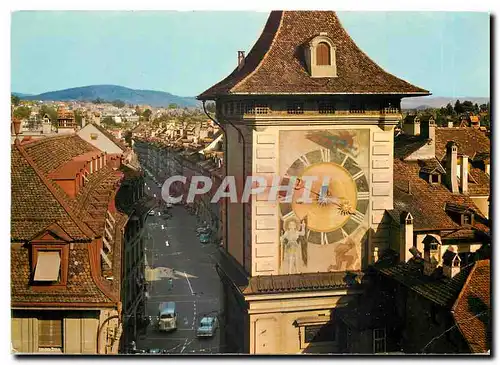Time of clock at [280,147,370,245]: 12:19
